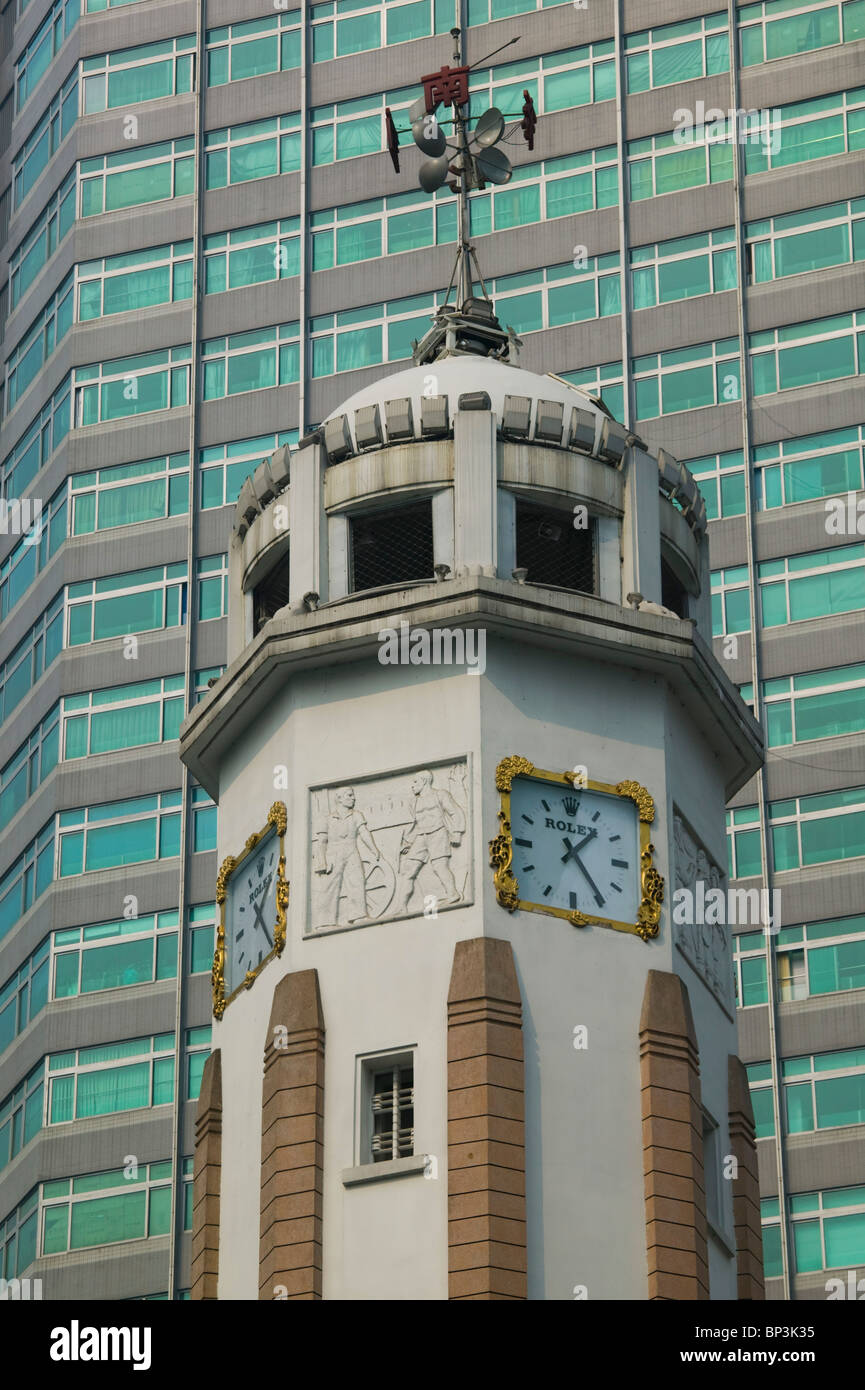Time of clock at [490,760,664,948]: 1:24
